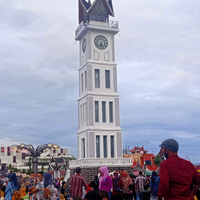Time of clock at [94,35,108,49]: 6:25
